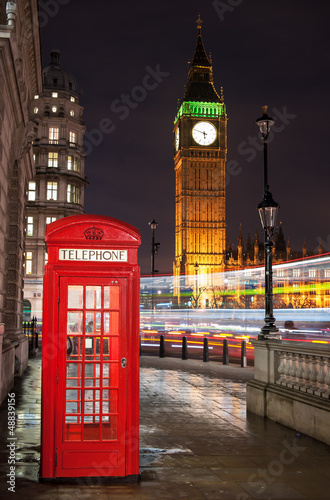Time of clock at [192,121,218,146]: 5:48
